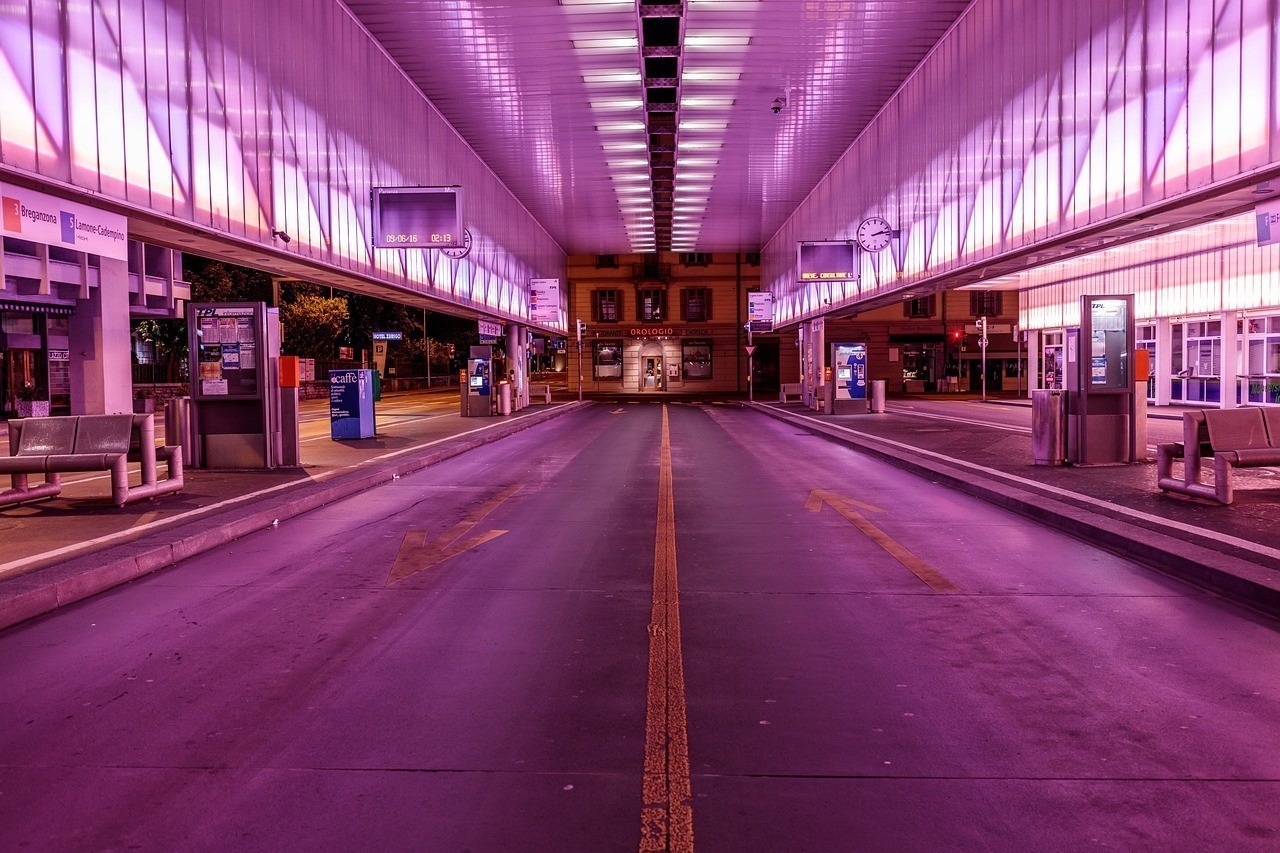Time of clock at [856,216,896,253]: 2:12
